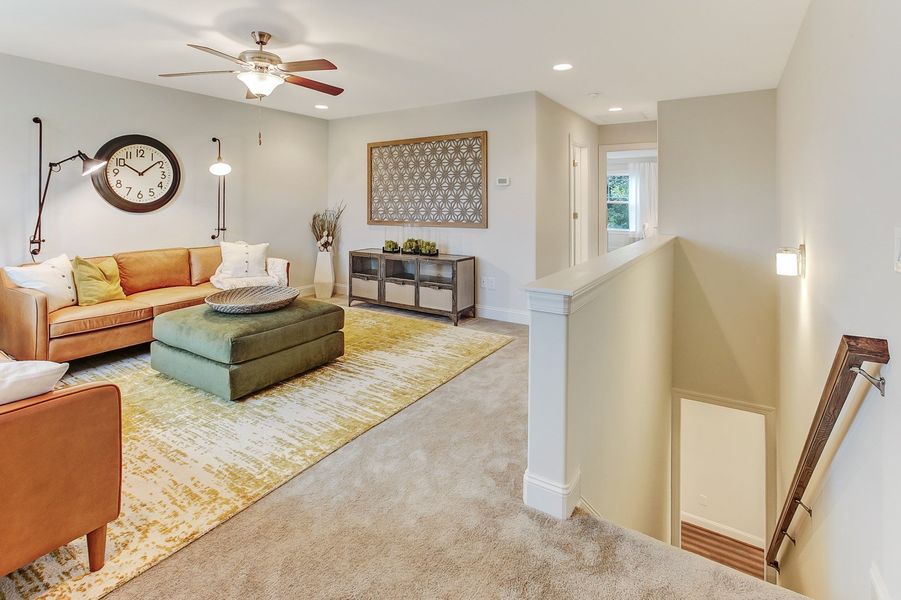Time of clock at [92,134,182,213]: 10:08
